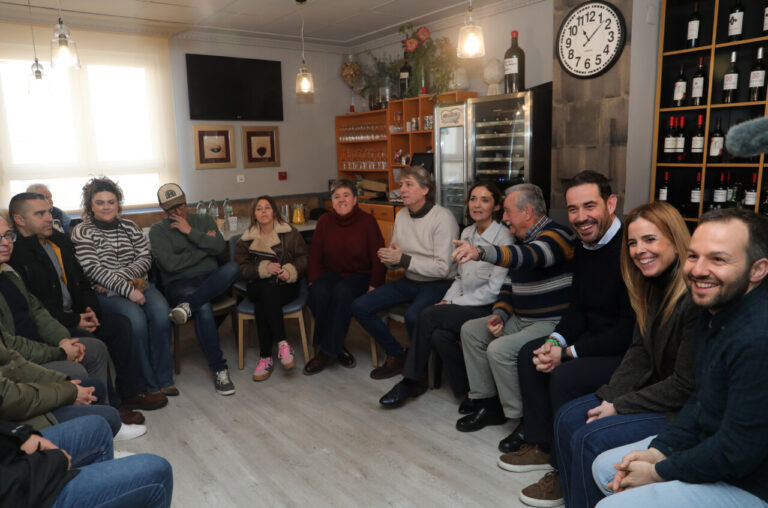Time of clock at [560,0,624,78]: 11:07
